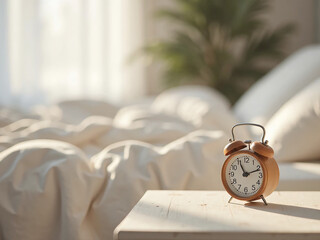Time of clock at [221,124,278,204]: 11:11
